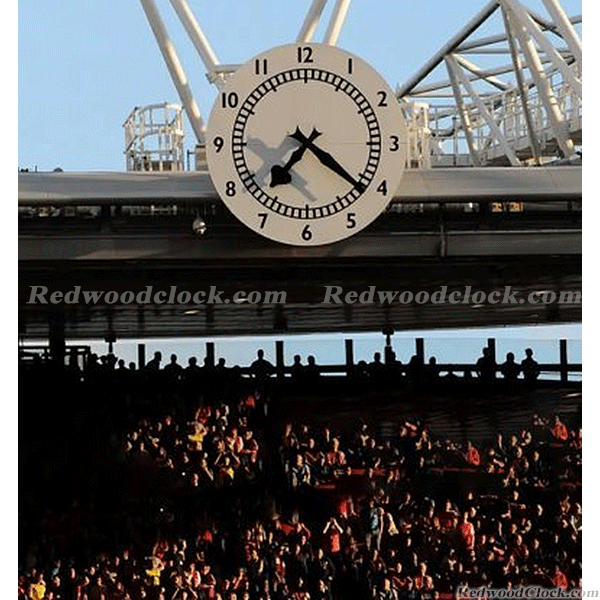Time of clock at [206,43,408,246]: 7:21
